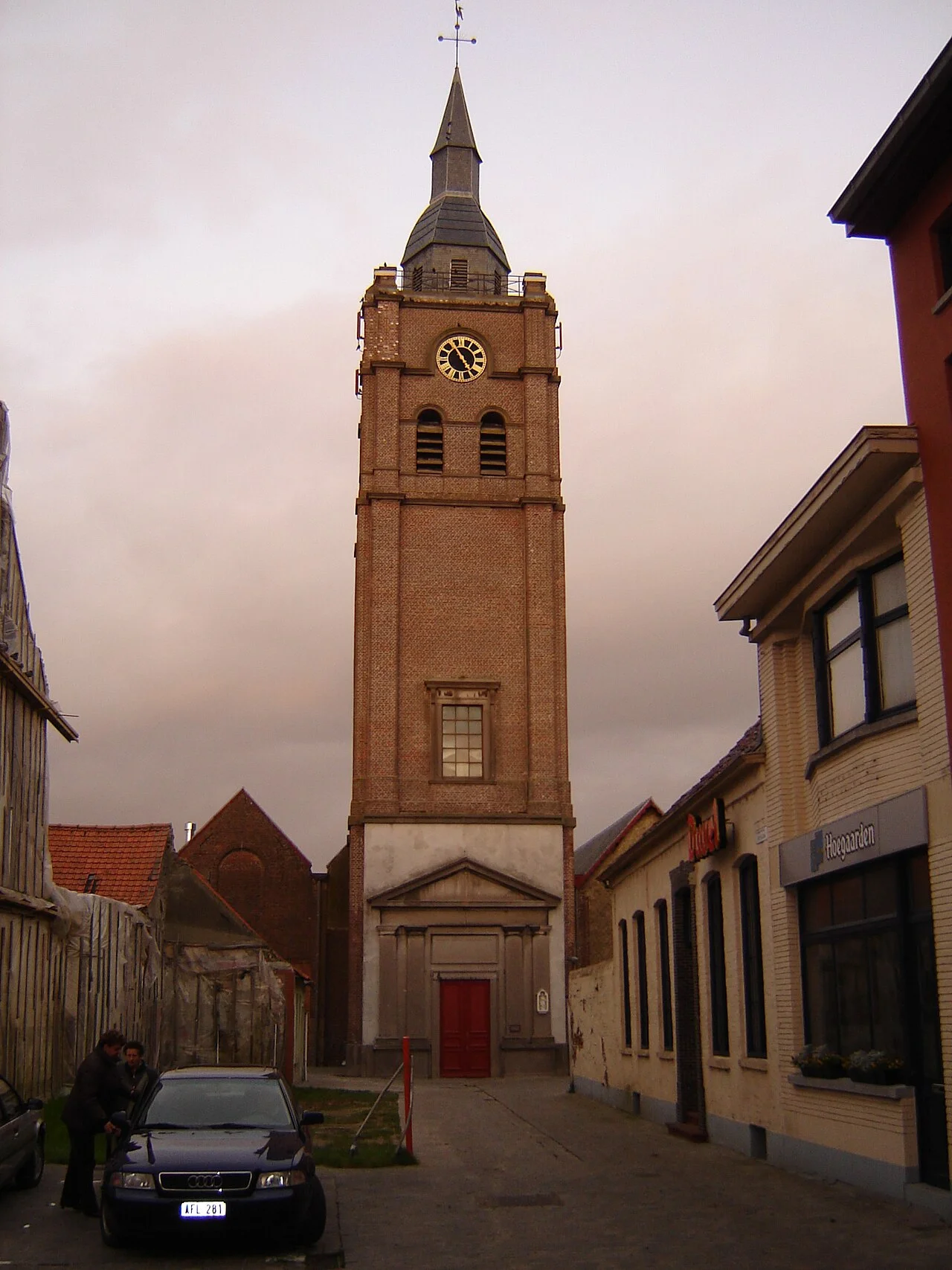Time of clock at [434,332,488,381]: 4:54
